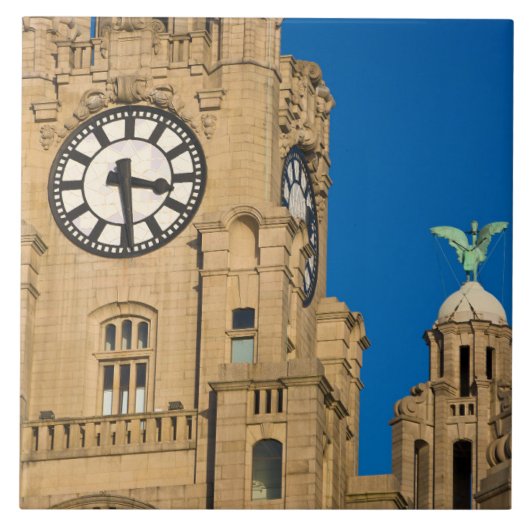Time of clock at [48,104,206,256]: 3:28
